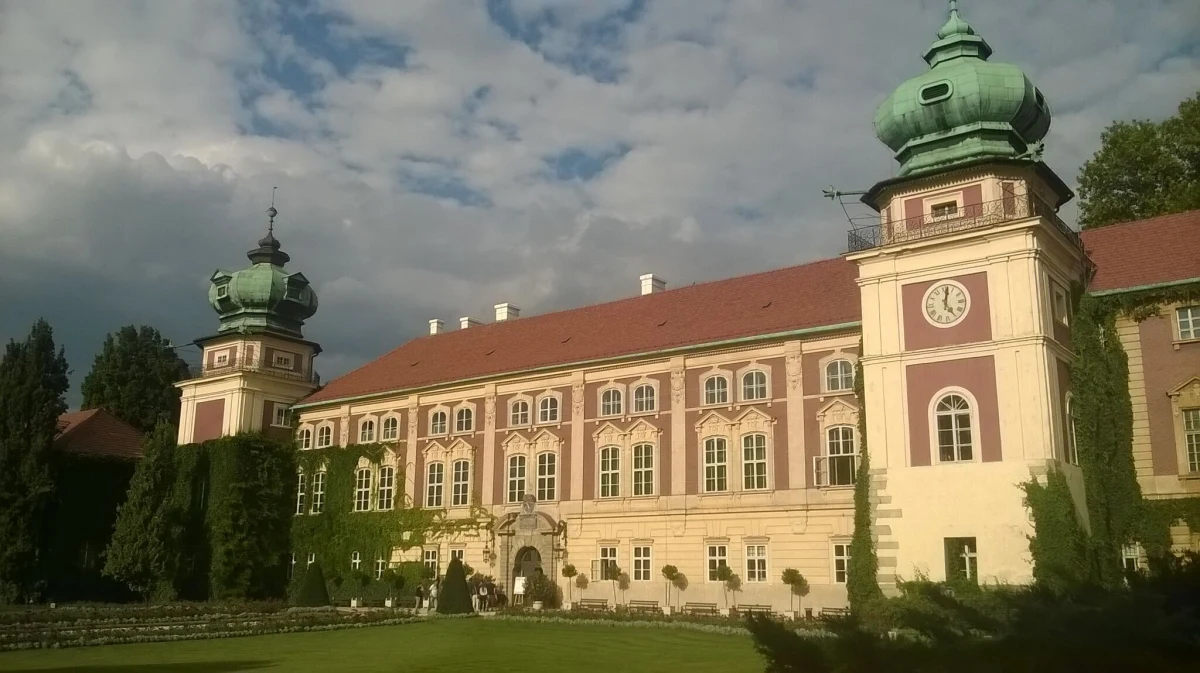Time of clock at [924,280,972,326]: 5:01
